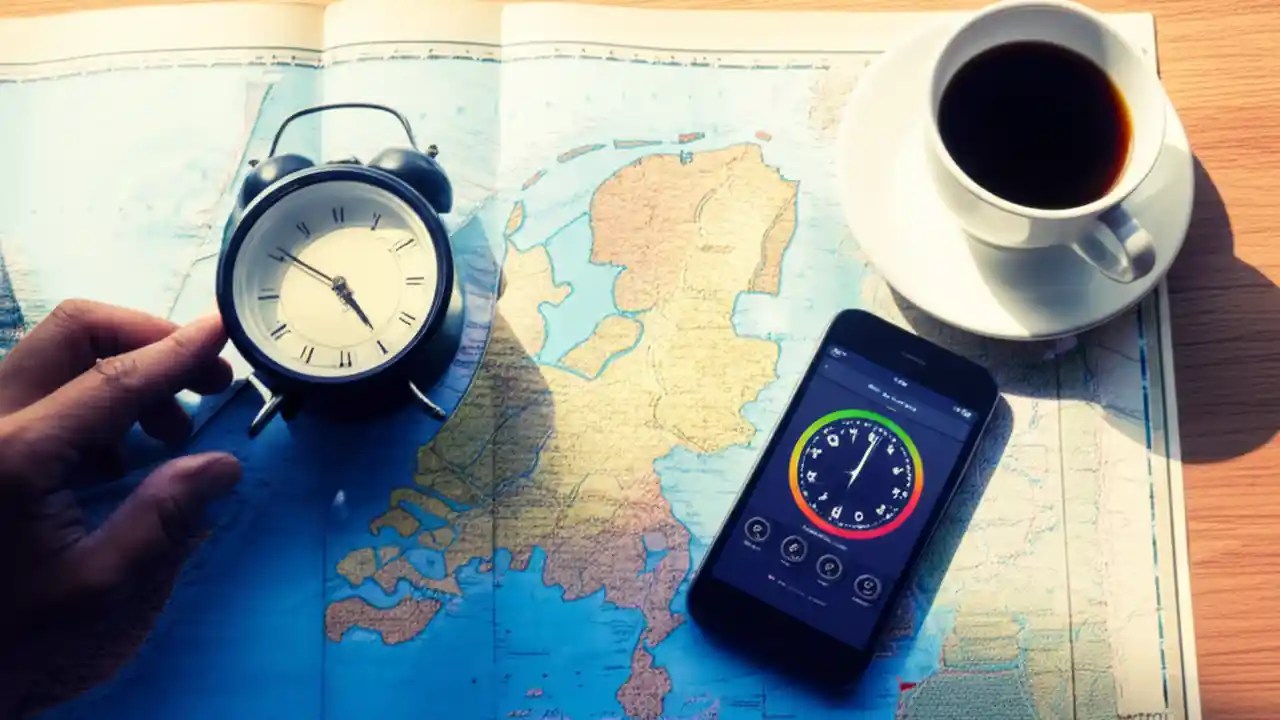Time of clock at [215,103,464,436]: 4:50
